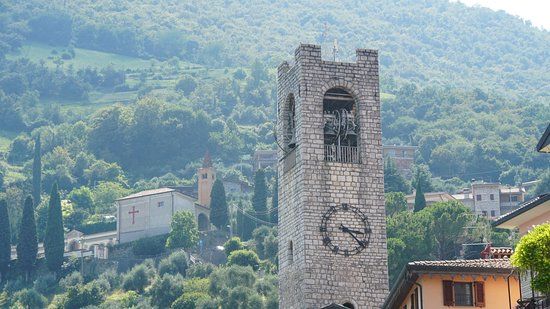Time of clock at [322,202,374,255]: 3:22
